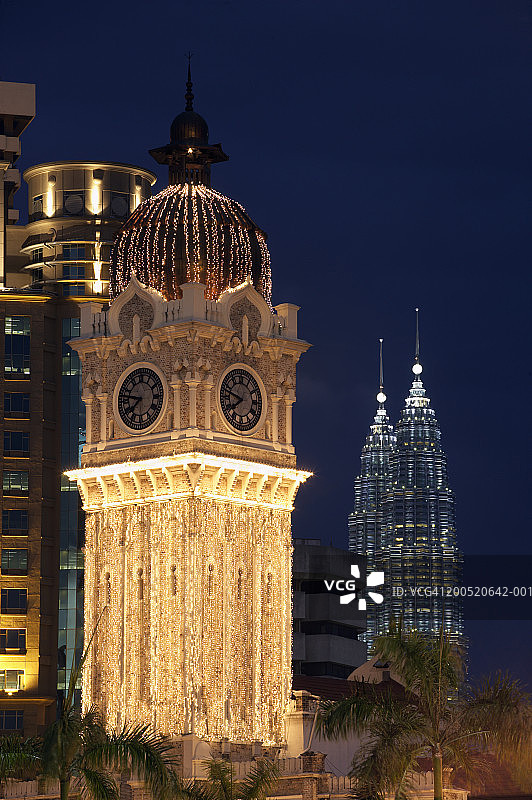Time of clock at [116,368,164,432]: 7:46
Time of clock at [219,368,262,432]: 7:47
